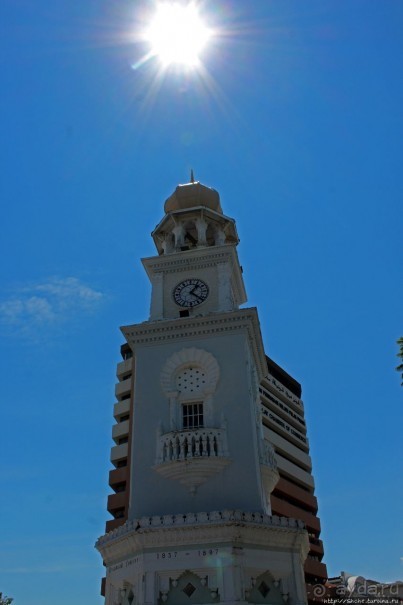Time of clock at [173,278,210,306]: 1:21
